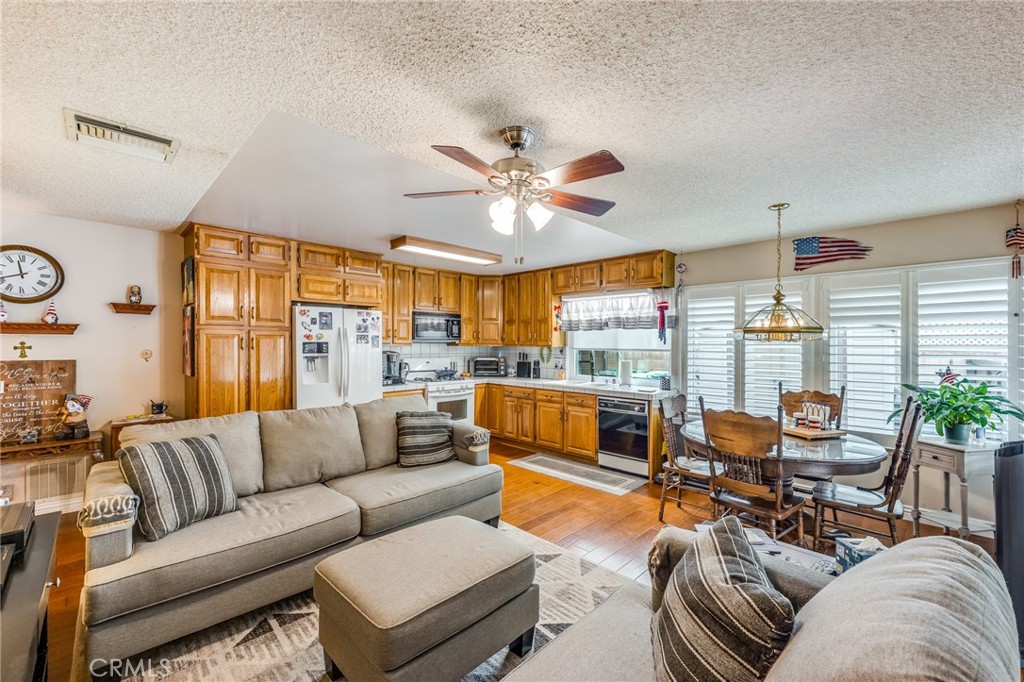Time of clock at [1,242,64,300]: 11:41
